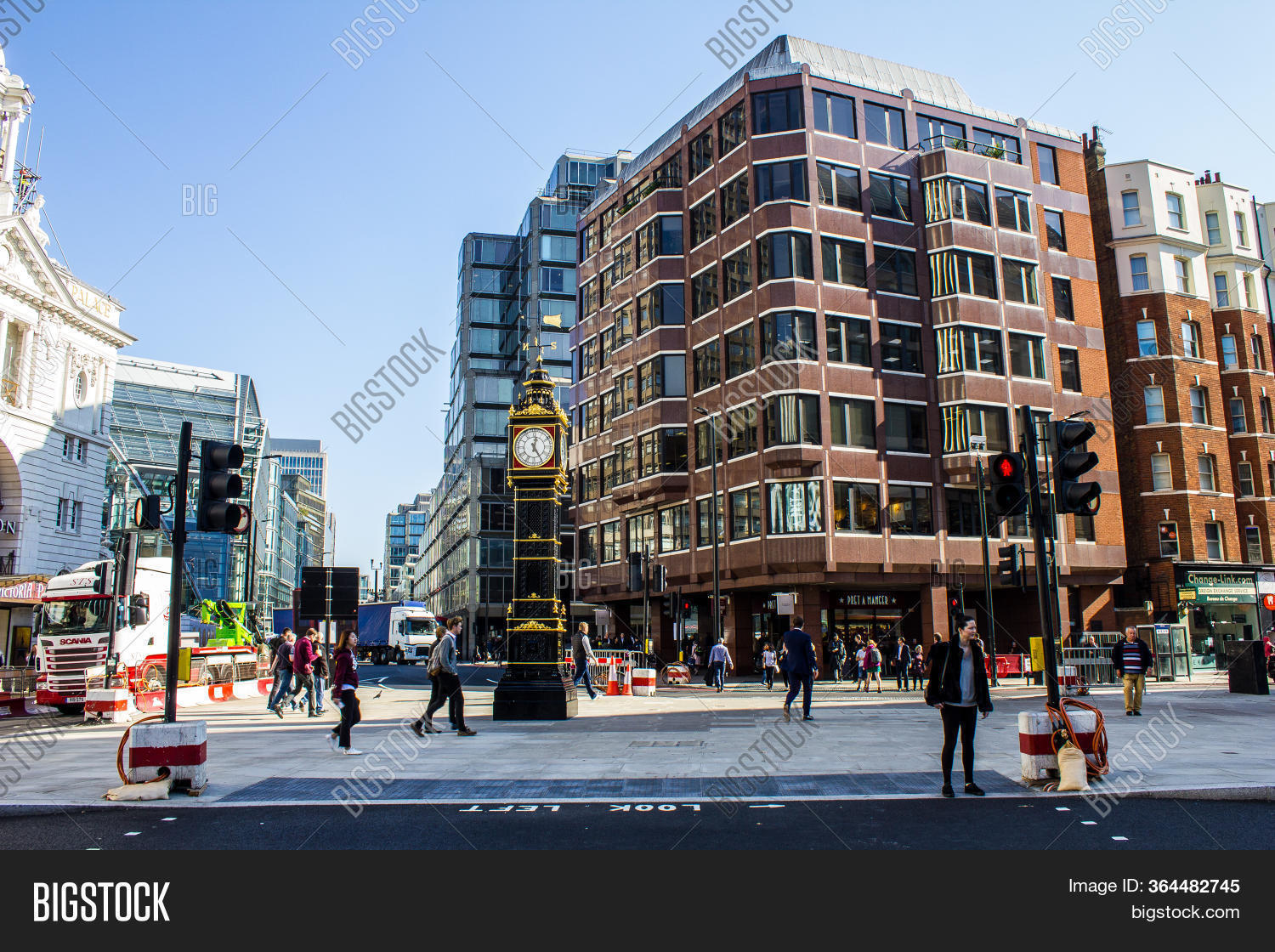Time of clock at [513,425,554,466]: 12:24
